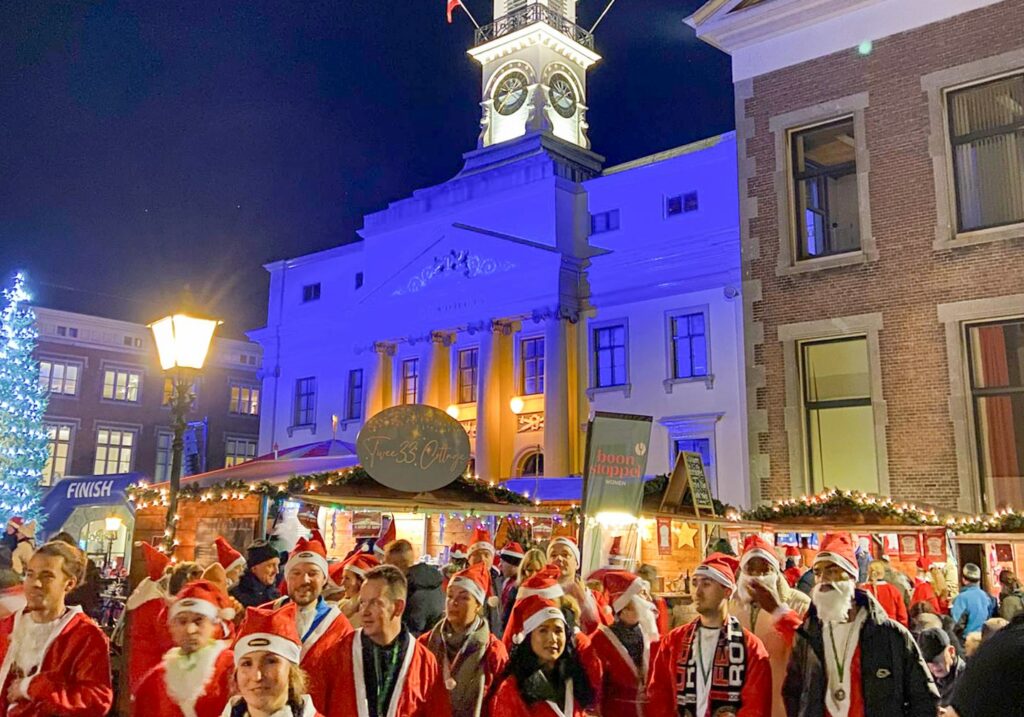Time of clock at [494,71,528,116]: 8:12
